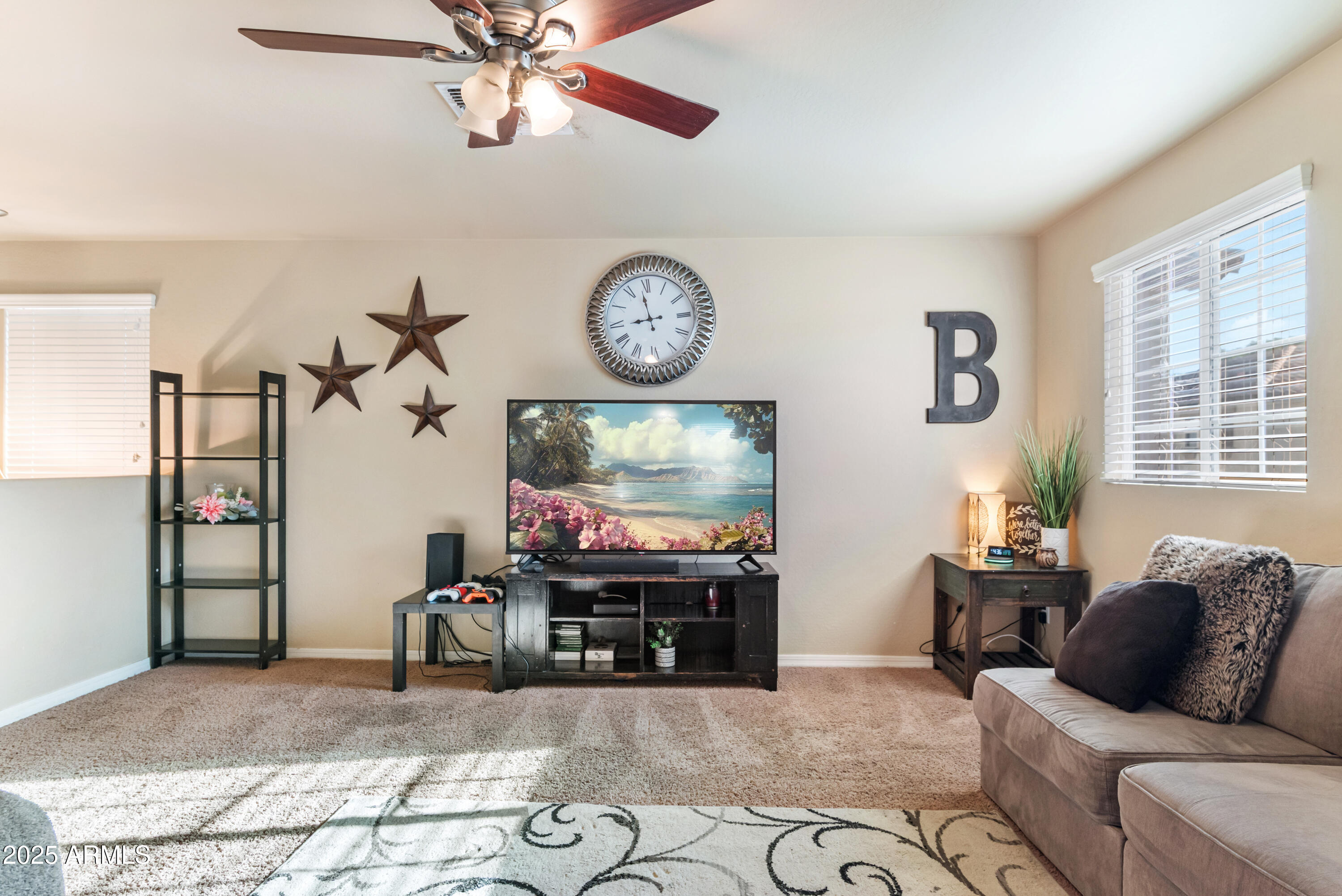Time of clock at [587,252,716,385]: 8:57
